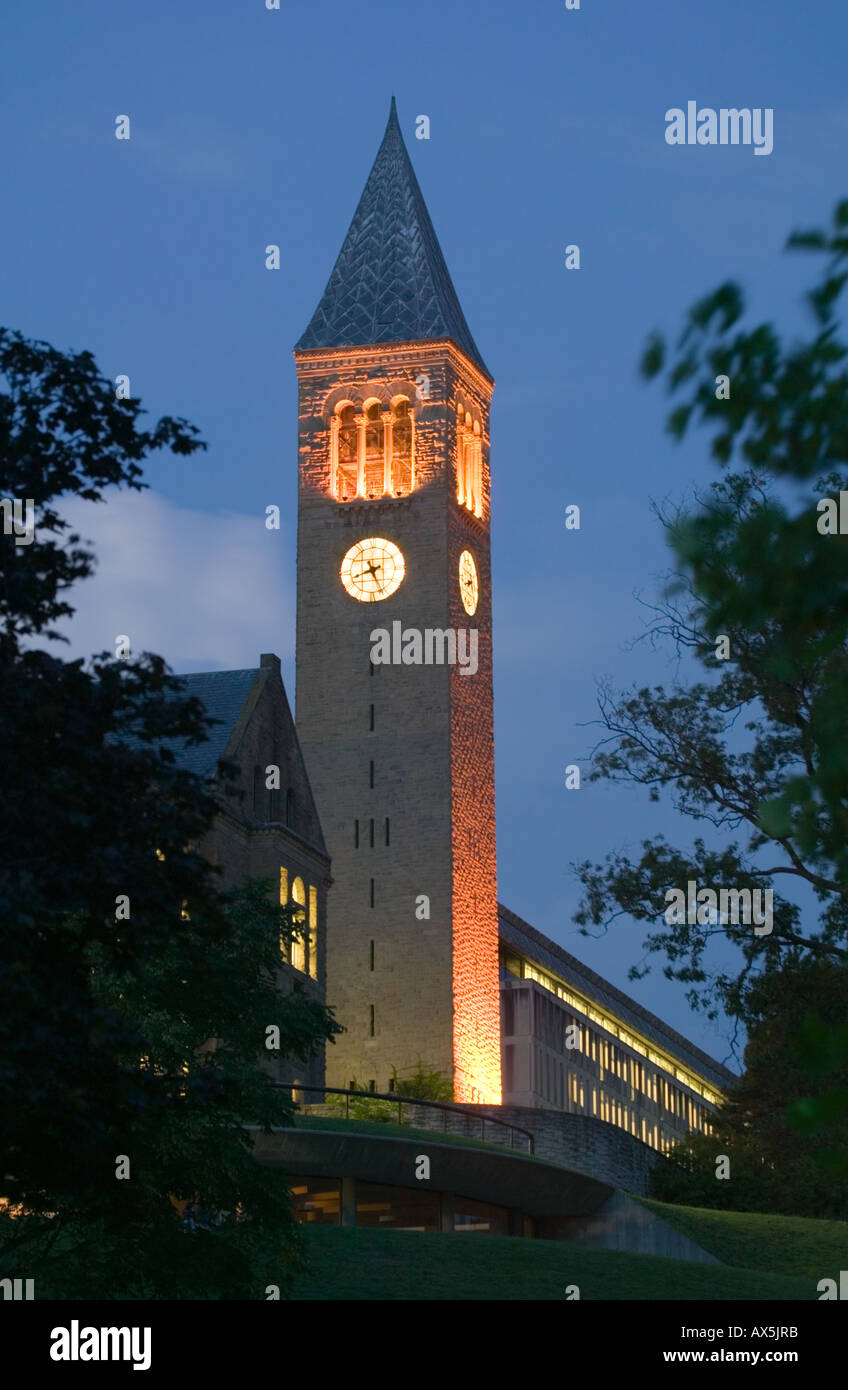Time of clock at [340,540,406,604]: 8:25
